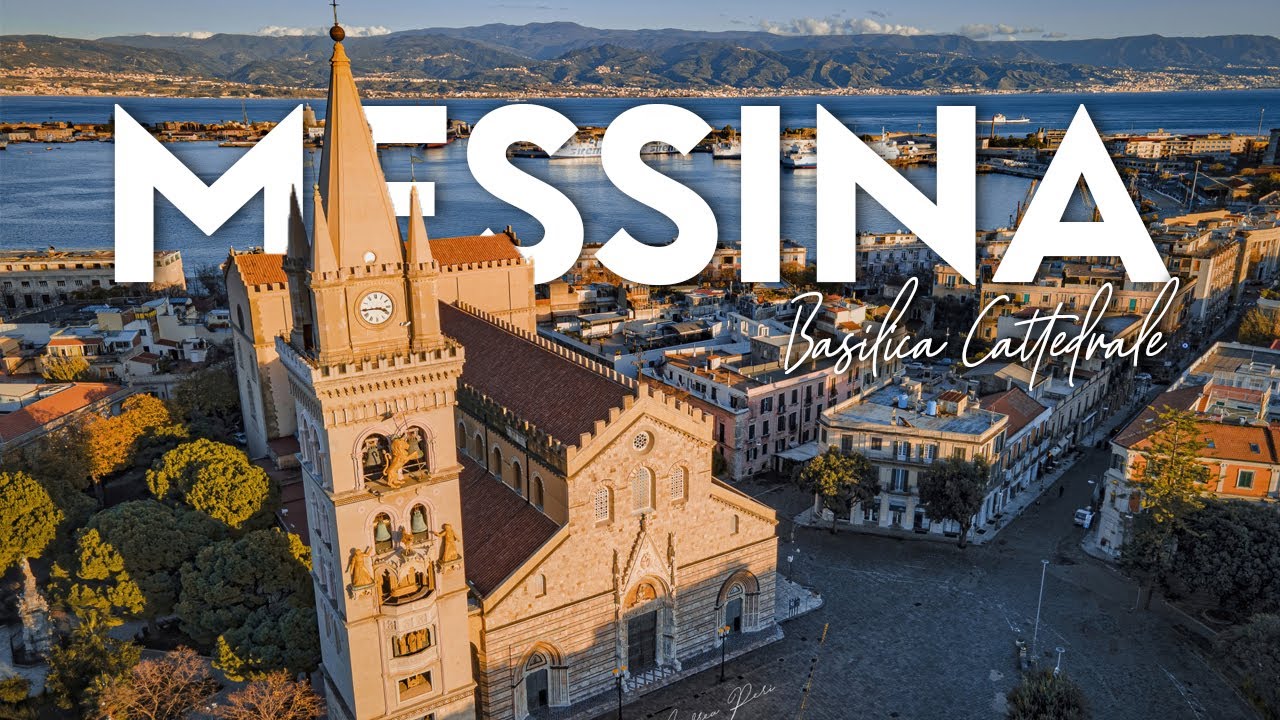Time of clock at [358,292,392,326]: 3:44
